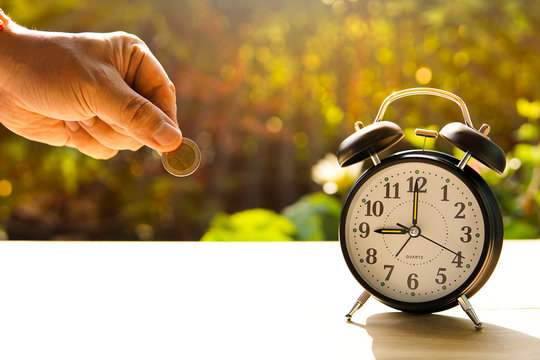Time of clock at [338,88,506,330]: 9:00
